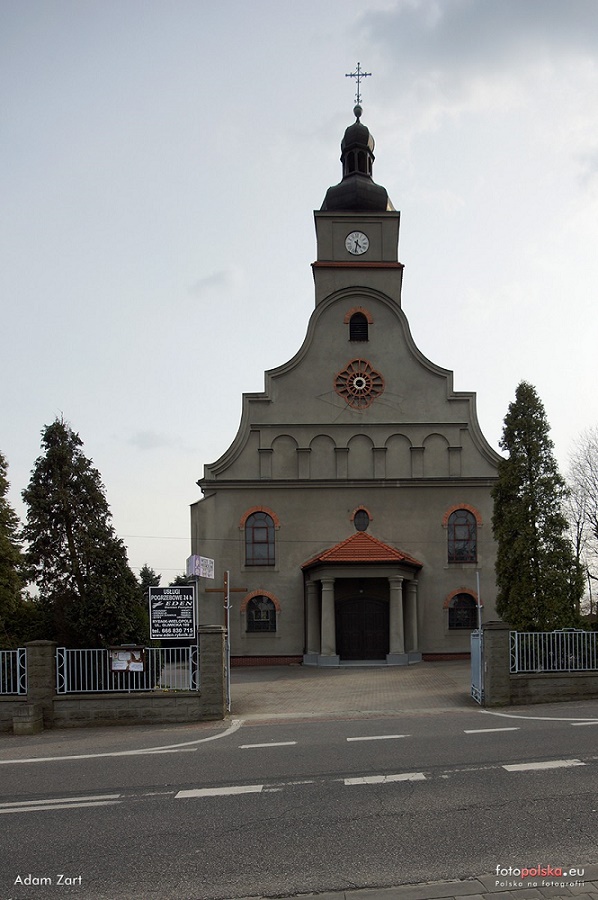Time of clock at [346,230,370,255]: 4:31
